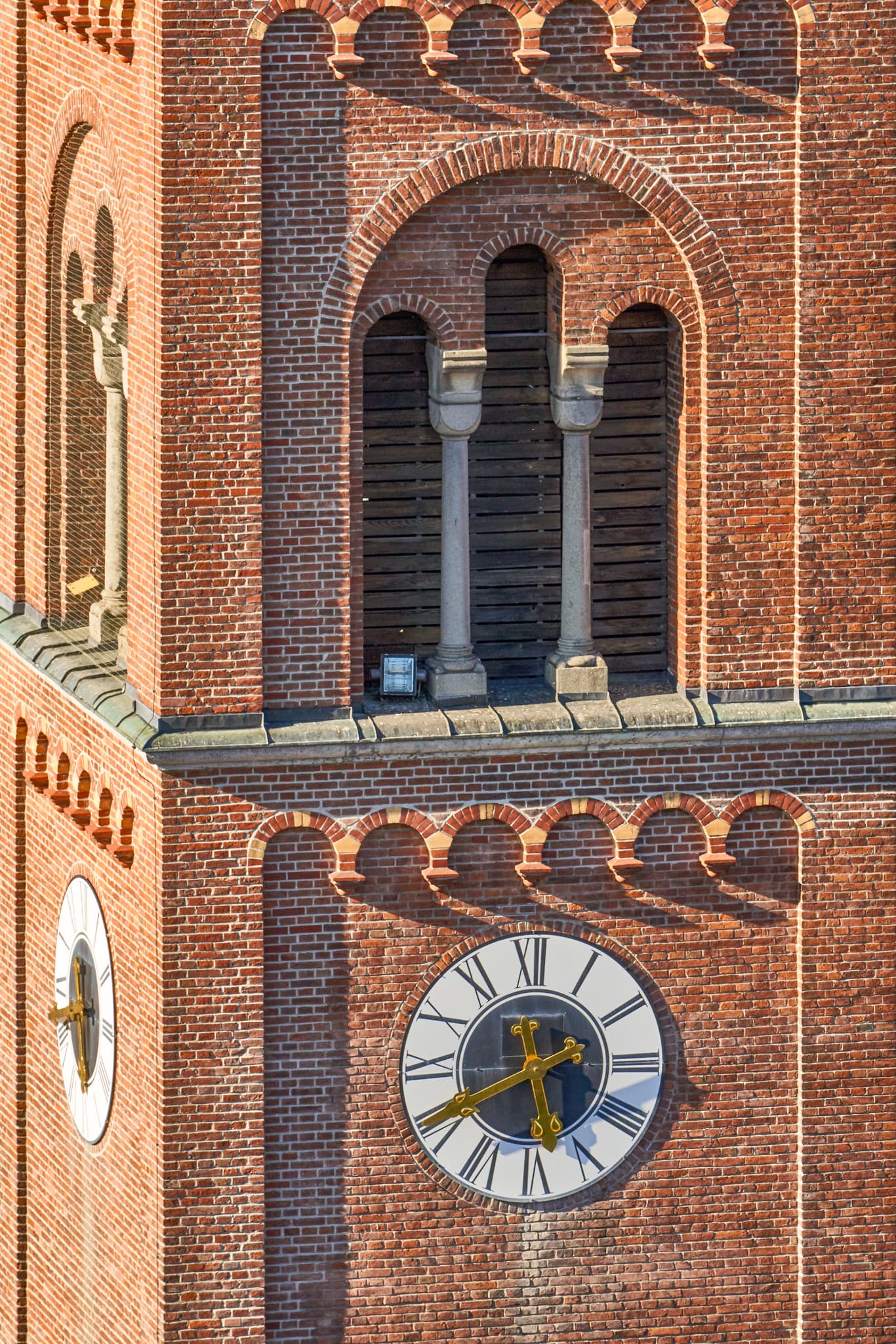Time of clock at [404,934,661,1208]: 5:40
